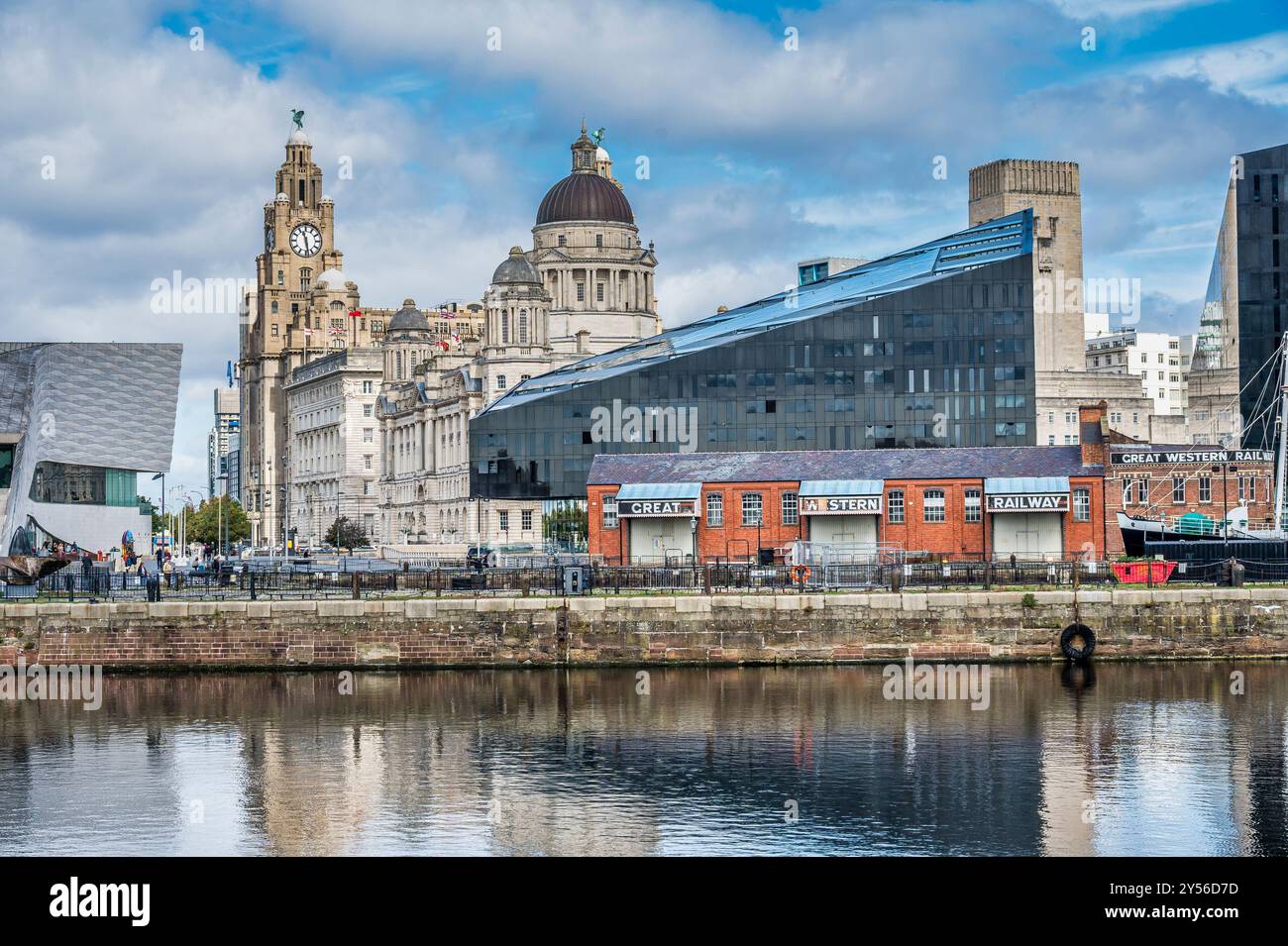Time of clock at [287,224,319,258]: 11:28
